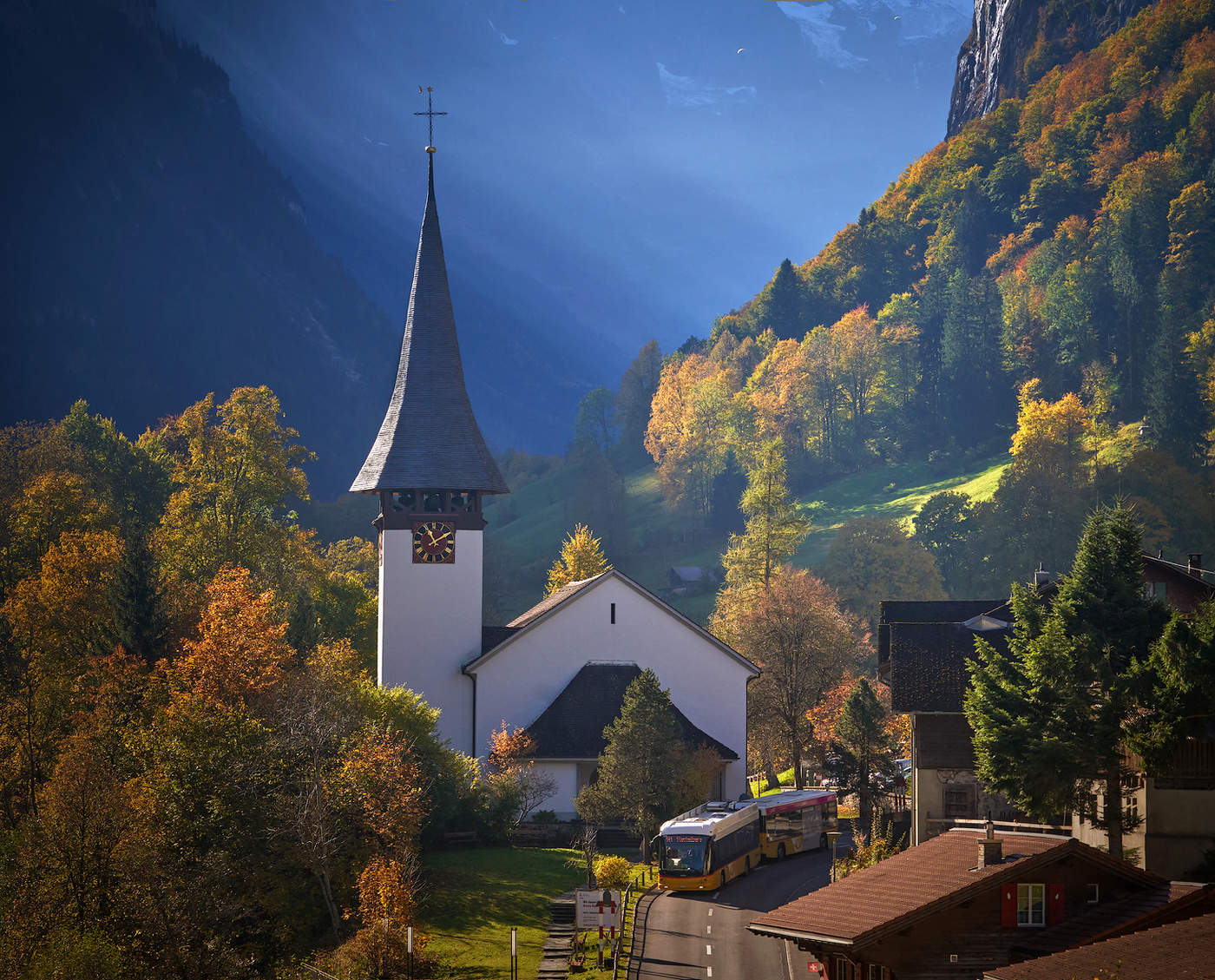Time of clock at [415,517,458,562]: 11:09
